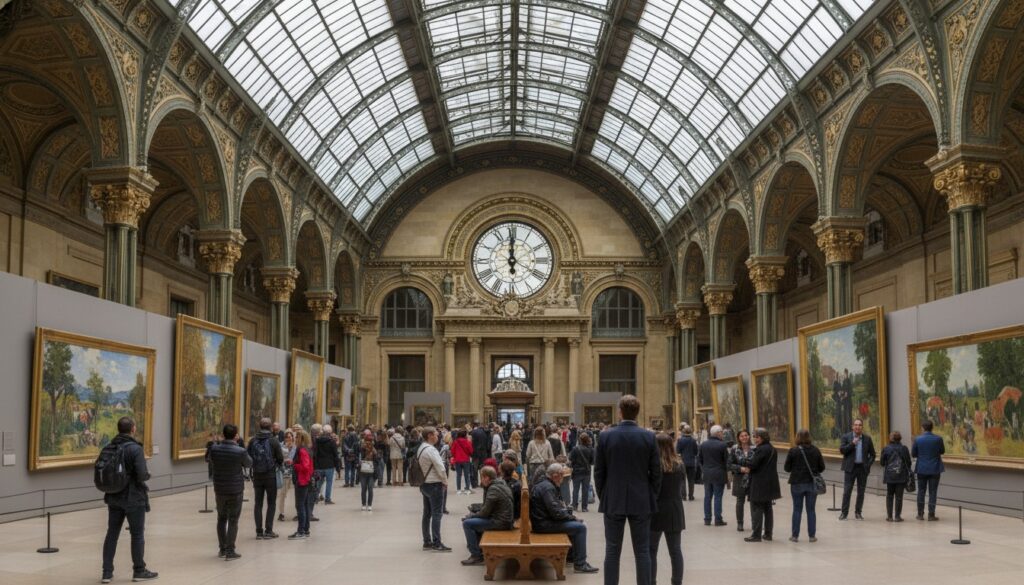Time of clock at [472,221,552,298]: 11:59
